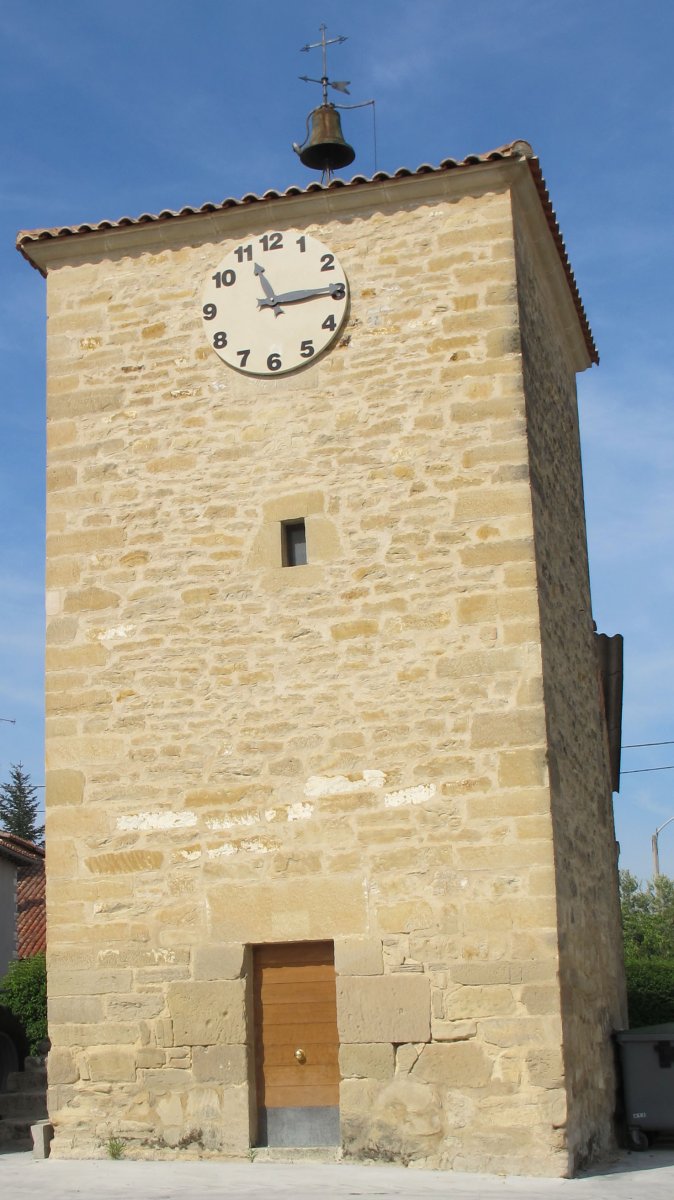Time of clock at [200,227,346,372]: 11:14
